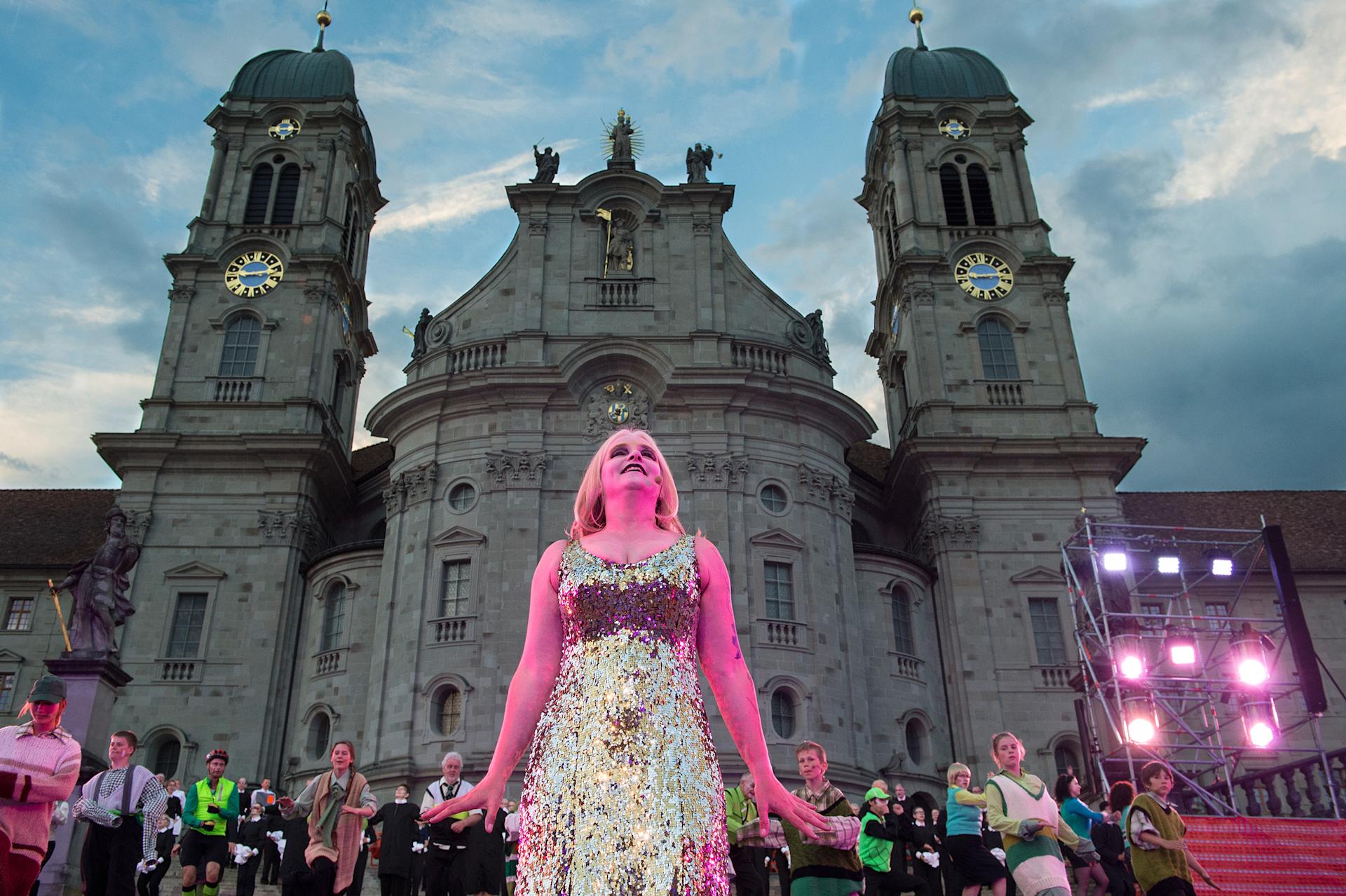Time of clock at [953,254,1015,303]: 8:12
